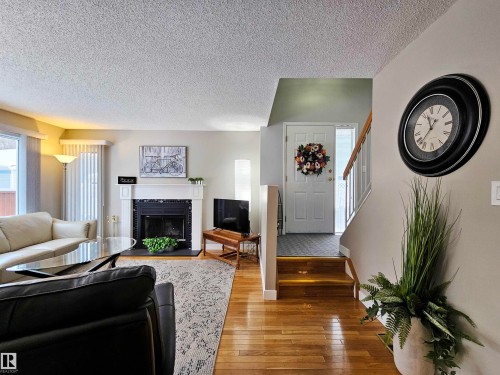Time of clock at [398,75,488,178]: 11:37
